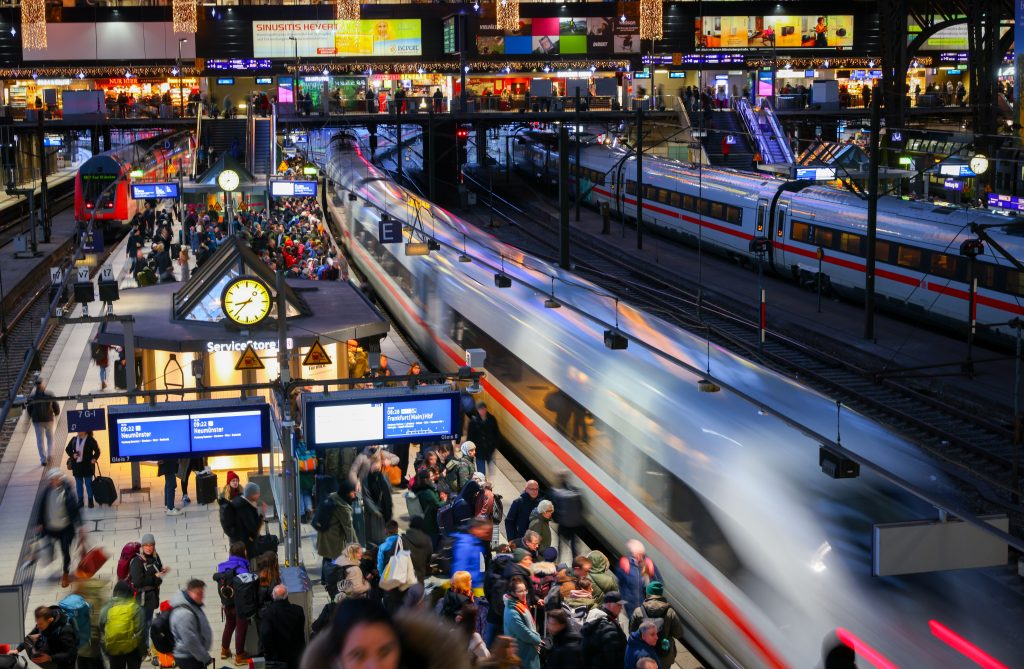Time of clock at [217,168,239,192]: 8:37
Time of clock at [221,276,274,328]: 8:37
